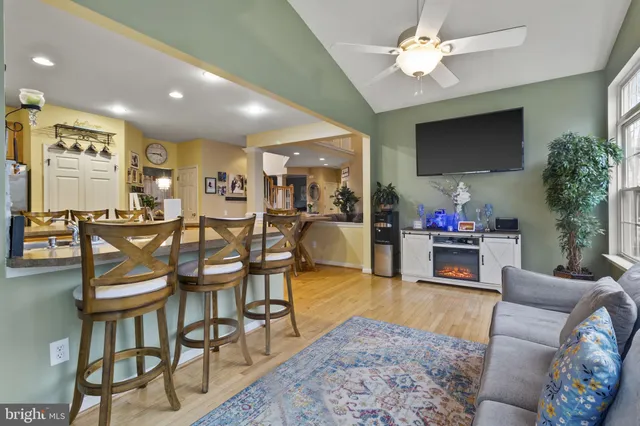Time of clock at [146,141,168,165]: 3:44
